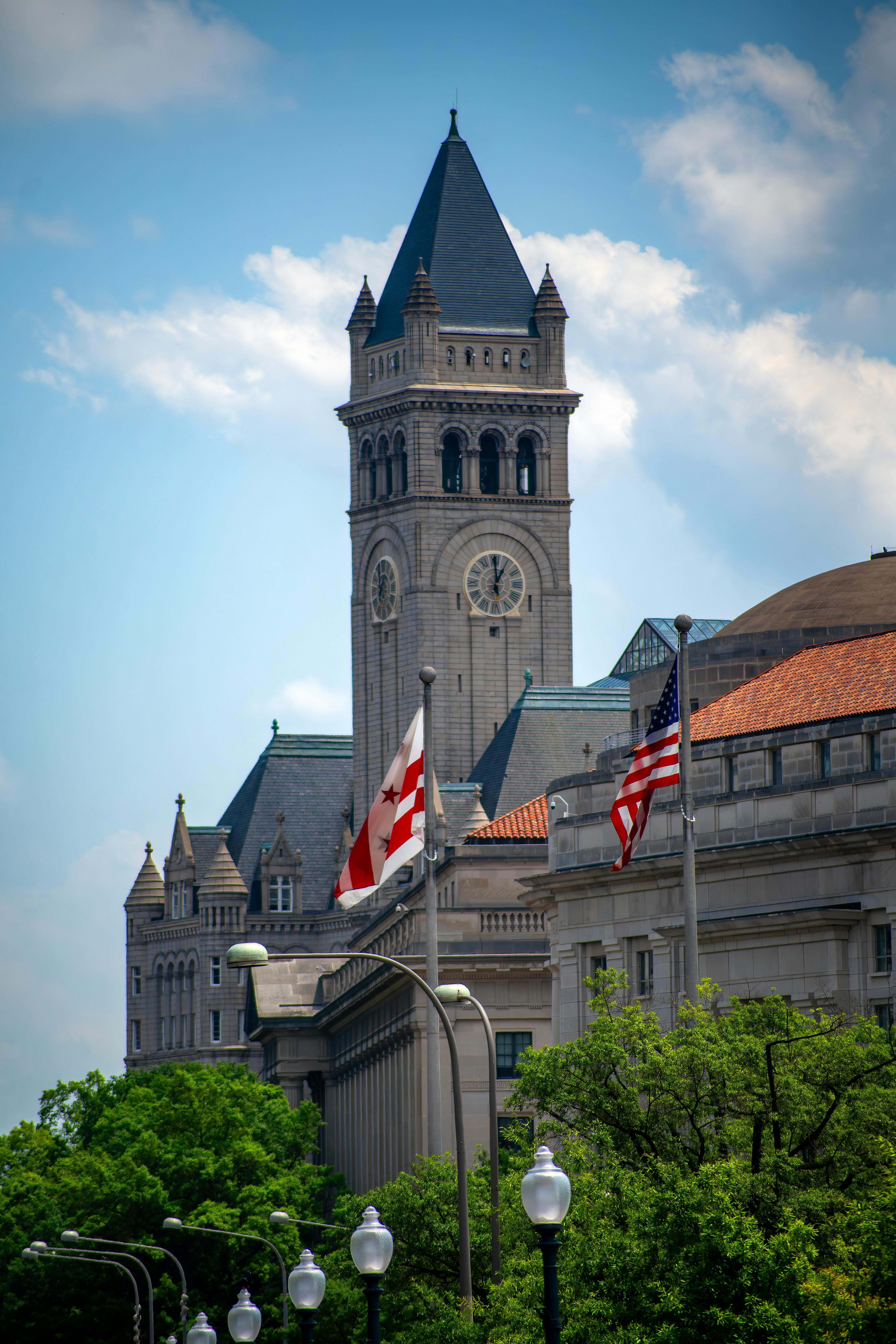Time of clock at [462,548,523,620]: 1:00
